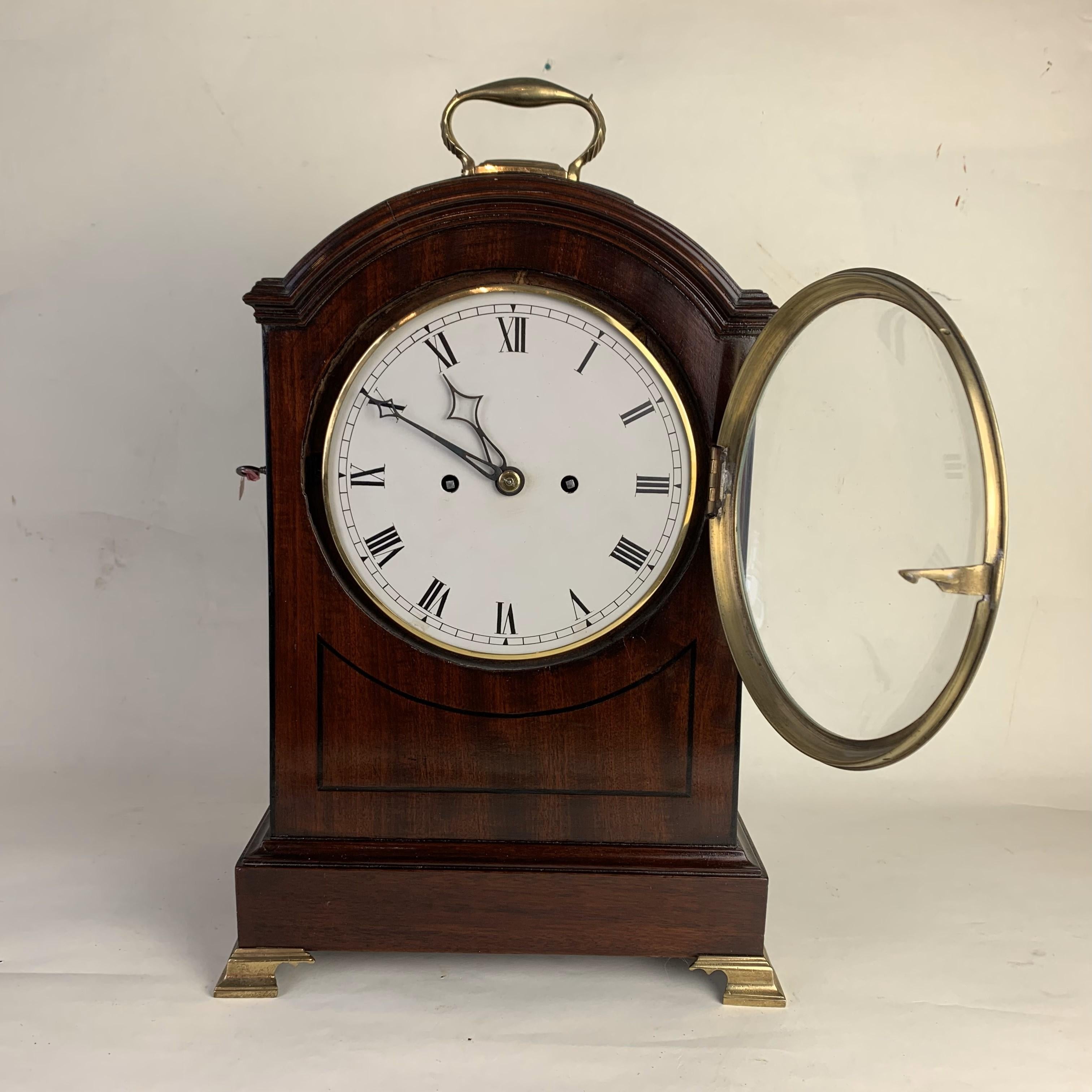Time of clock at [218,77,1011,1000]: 10:49
